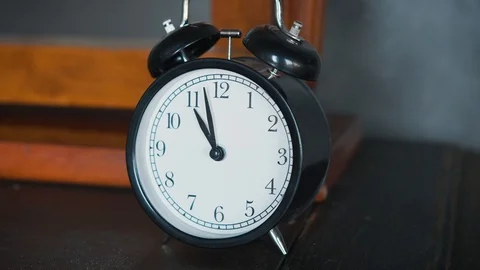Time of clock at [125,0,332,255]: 10:57
